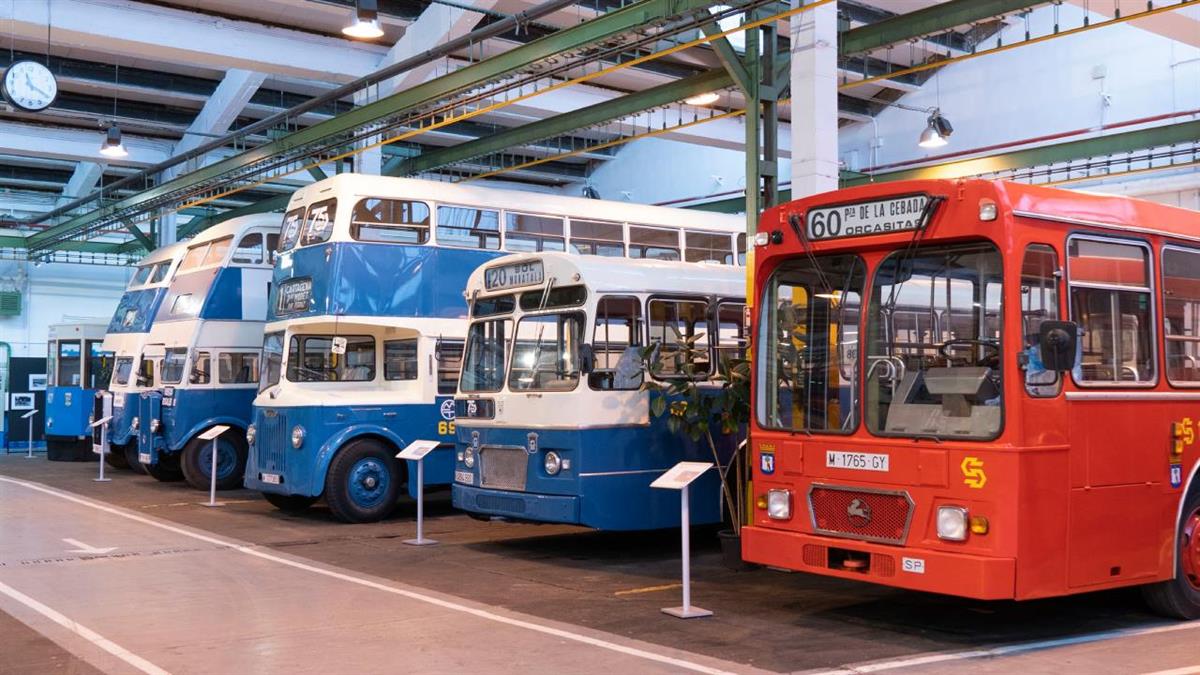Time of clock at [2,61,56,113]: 11:19
